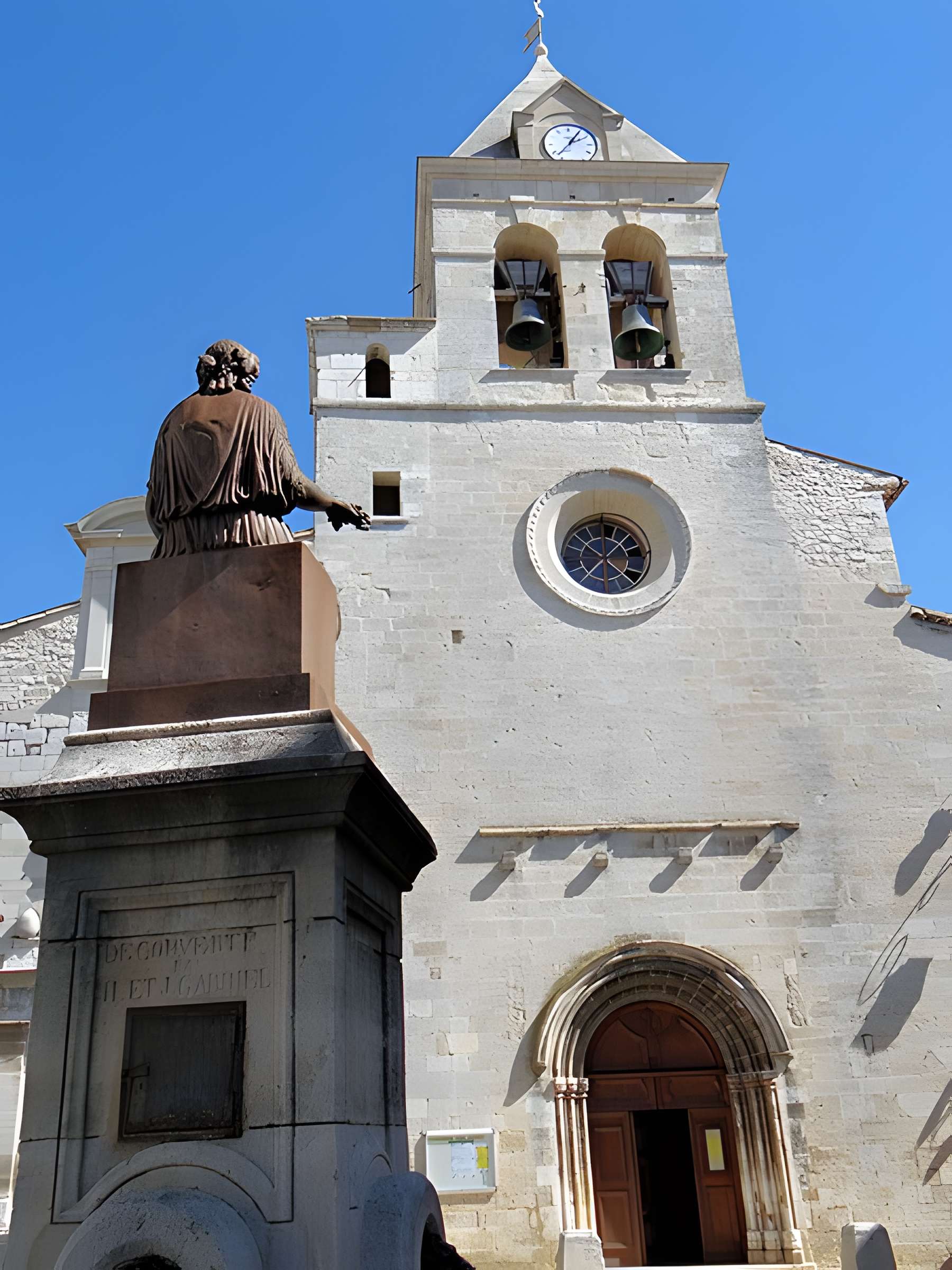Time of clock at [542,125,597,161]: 2:05
